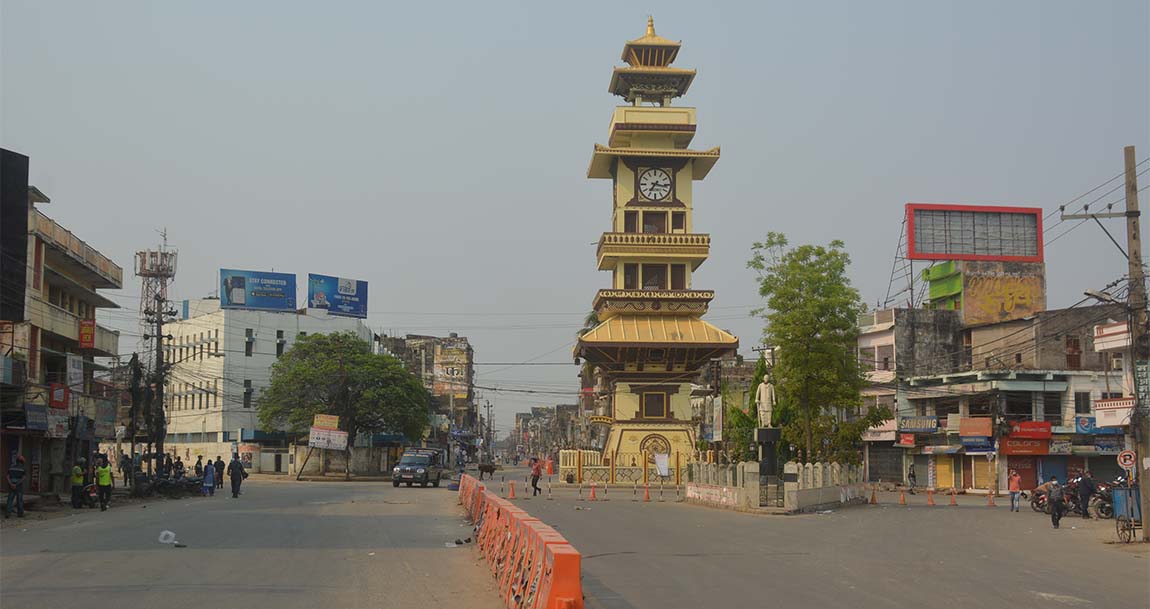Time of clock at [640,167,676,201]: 7:16
